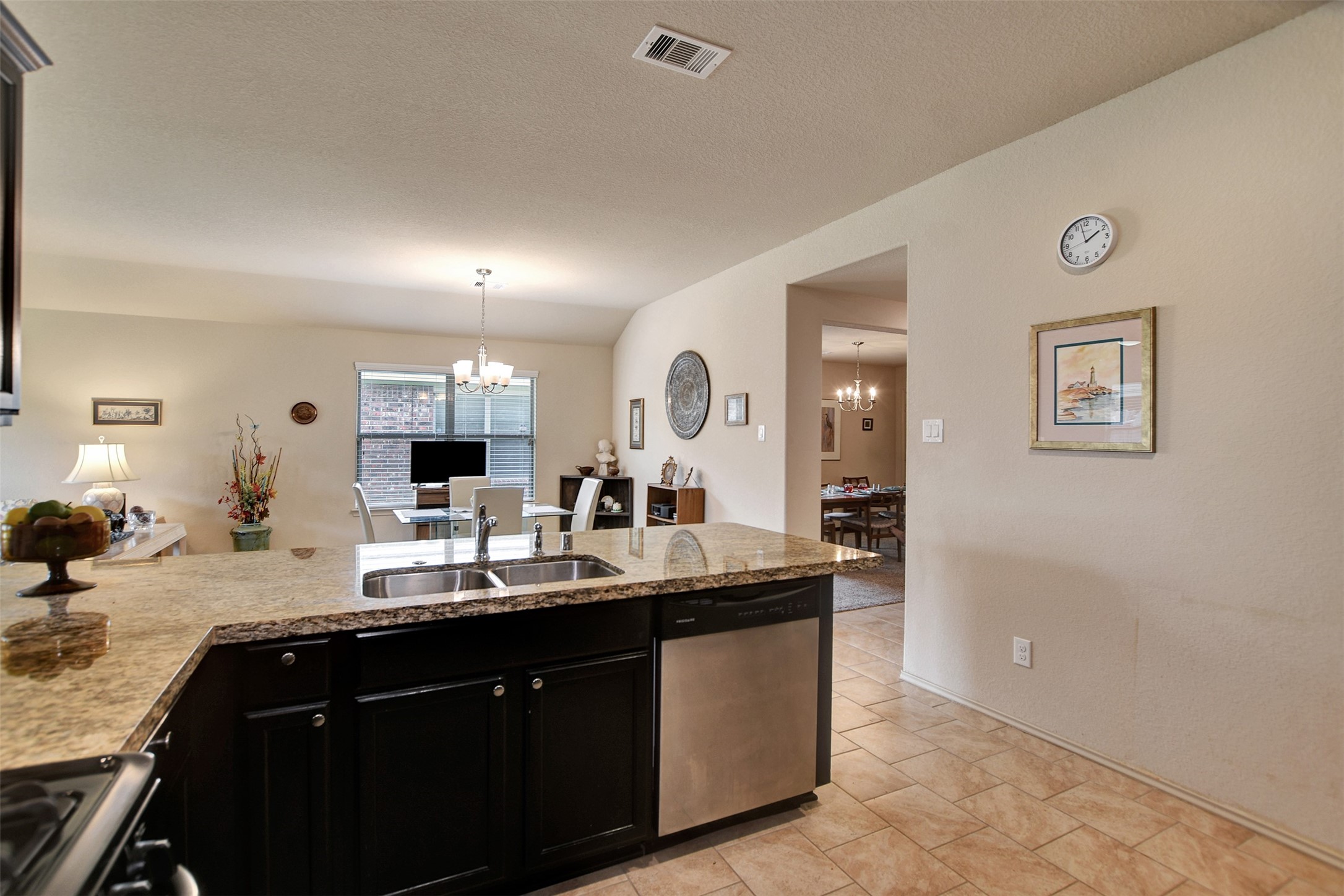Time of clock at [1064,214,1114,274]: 1:57
